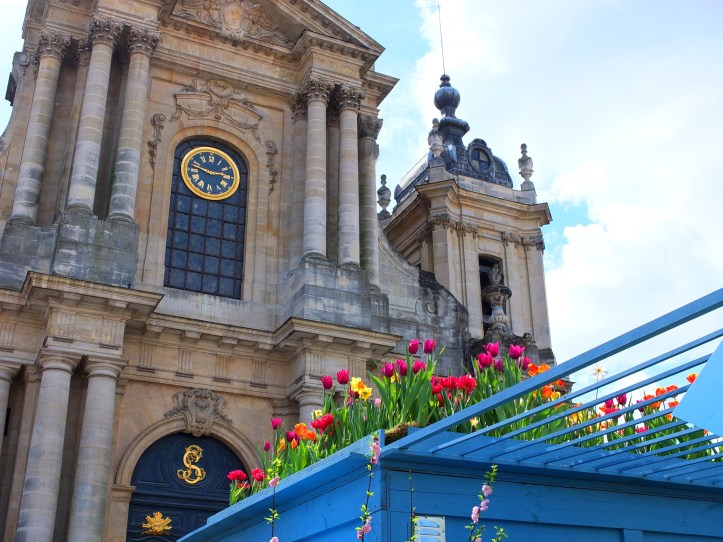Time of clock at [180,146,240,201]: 2:47
